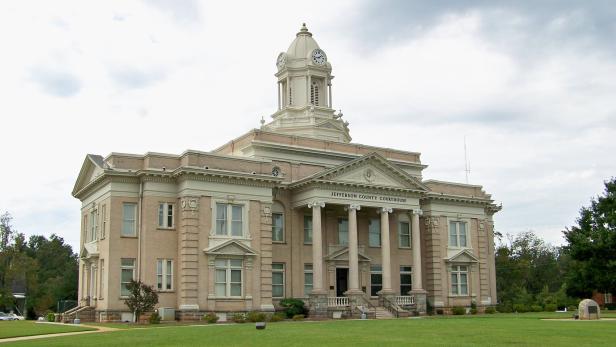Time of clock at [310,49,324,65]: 1:42
